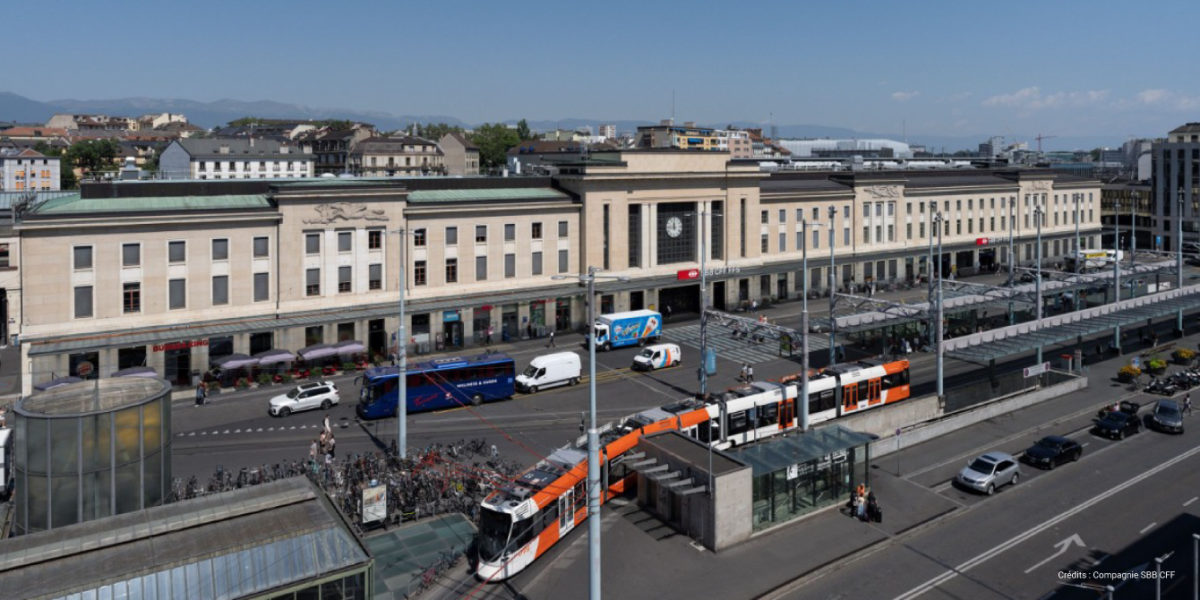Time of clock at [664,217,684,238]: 11:45
